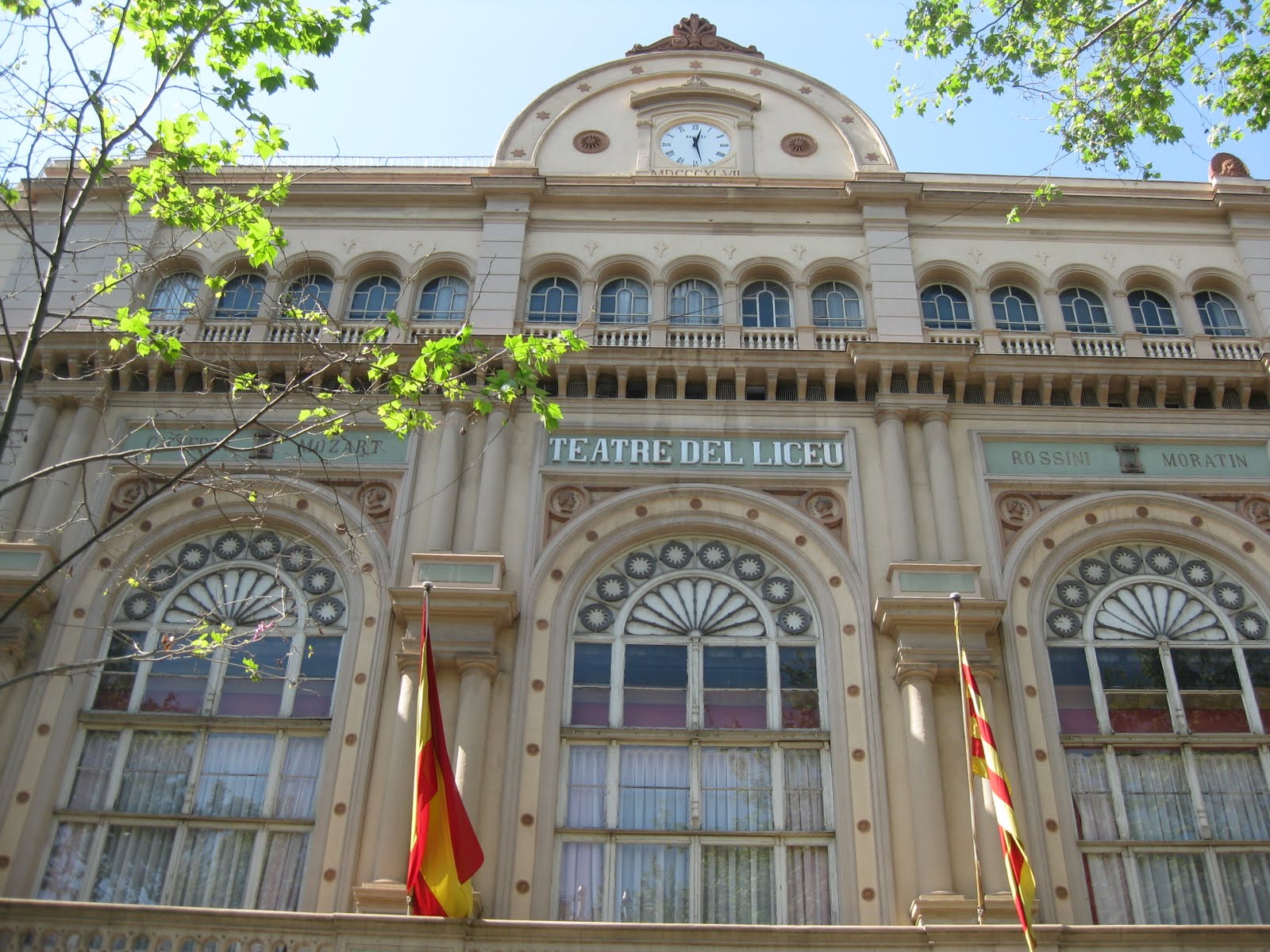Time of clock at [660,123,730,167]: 12:27
